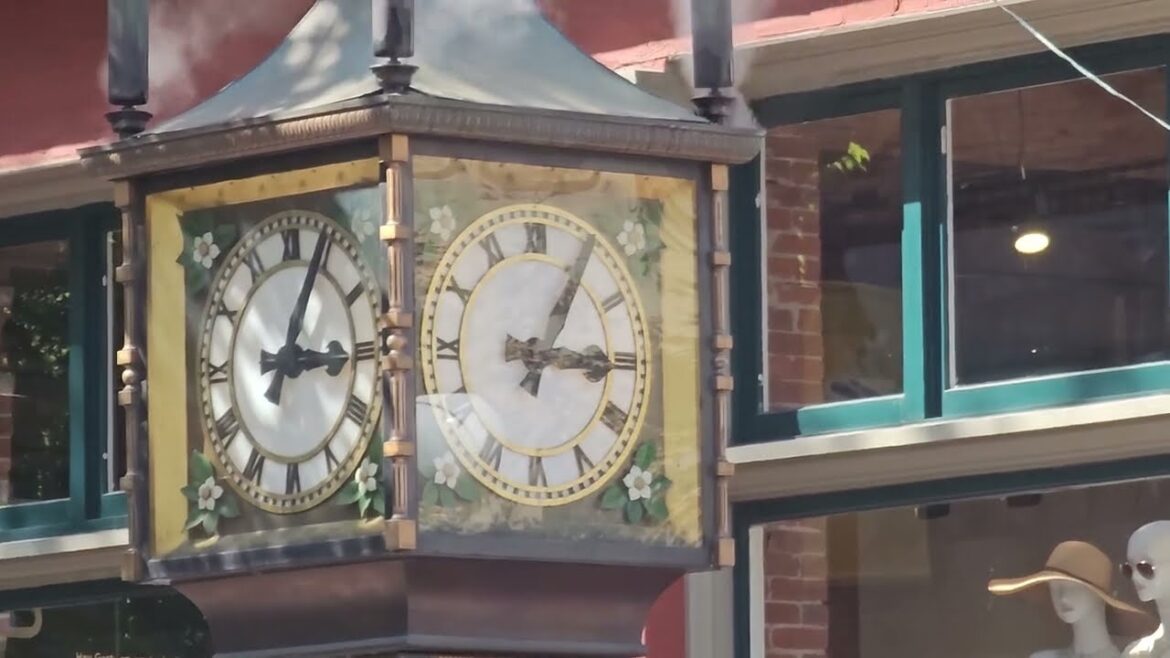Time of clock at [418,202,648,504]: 3:05
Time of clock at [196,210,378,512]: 3:04
